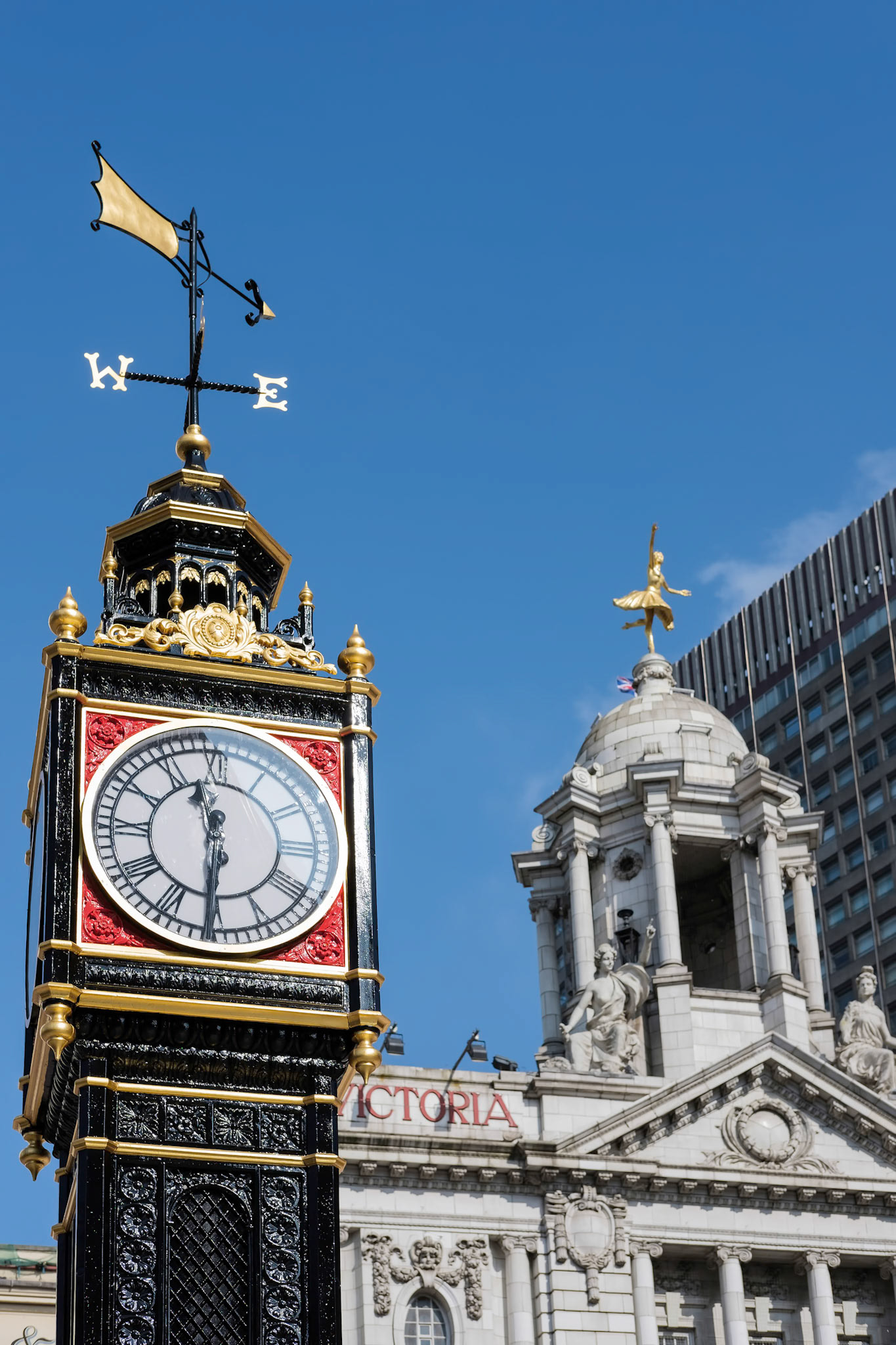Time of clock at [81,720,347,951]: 11:30
